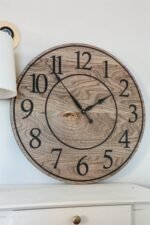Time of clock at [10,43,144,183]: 1:53
